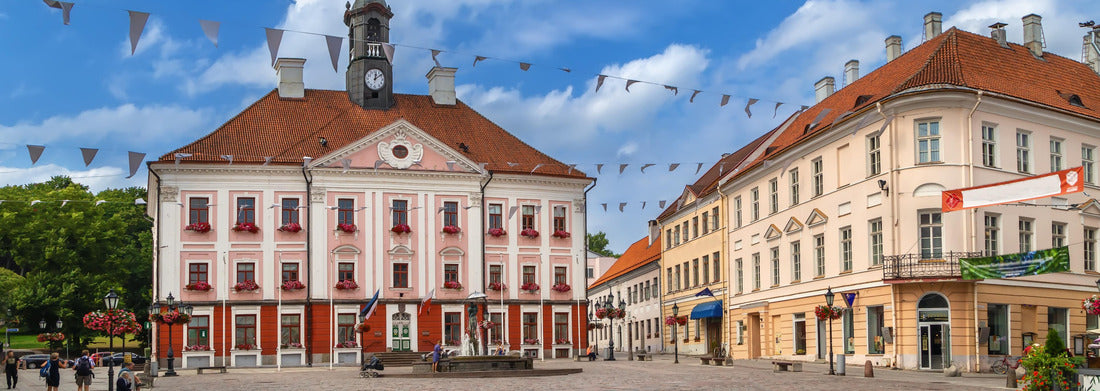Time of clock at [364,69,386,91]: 12:09
